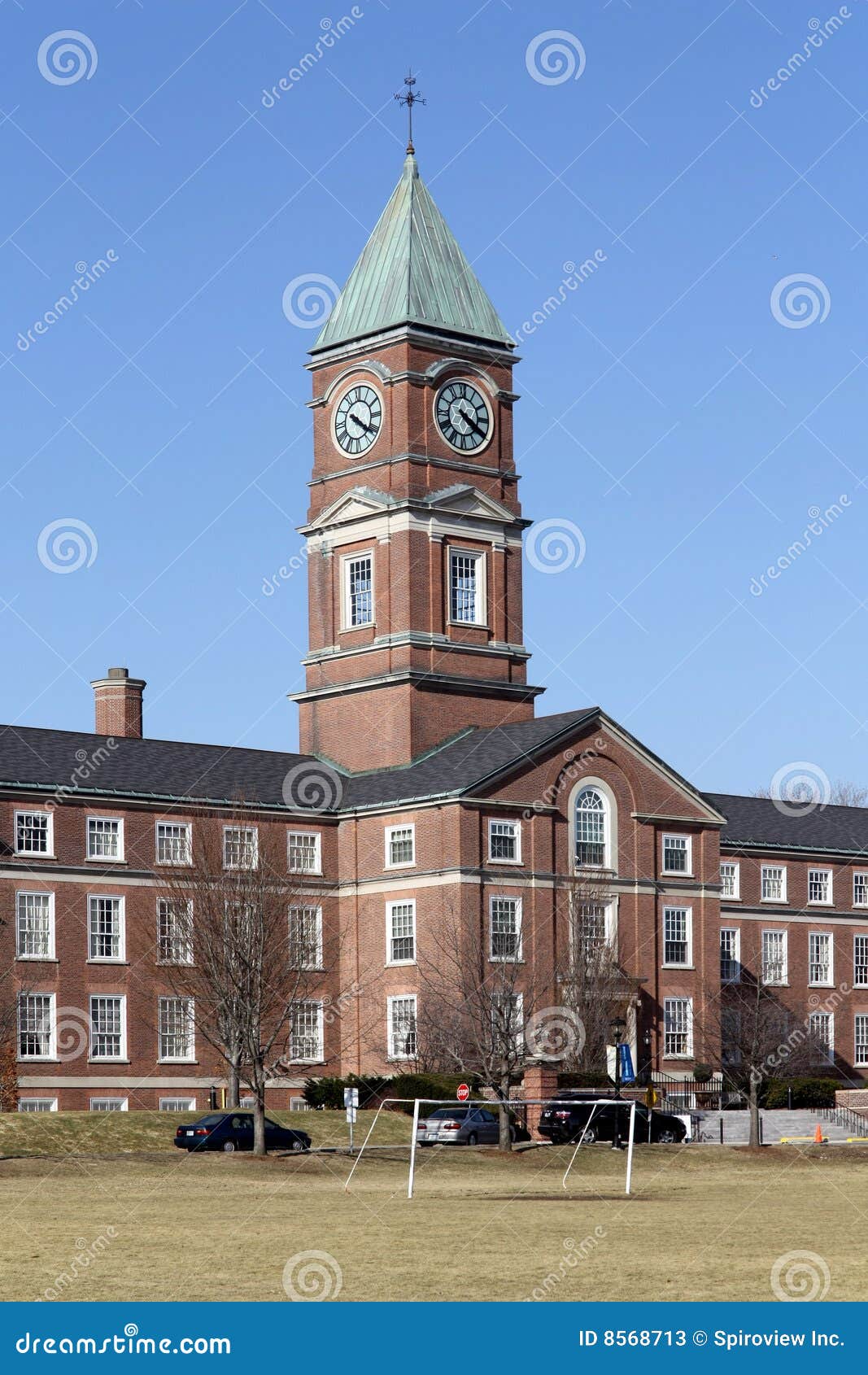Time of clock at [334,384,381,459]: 4:21
